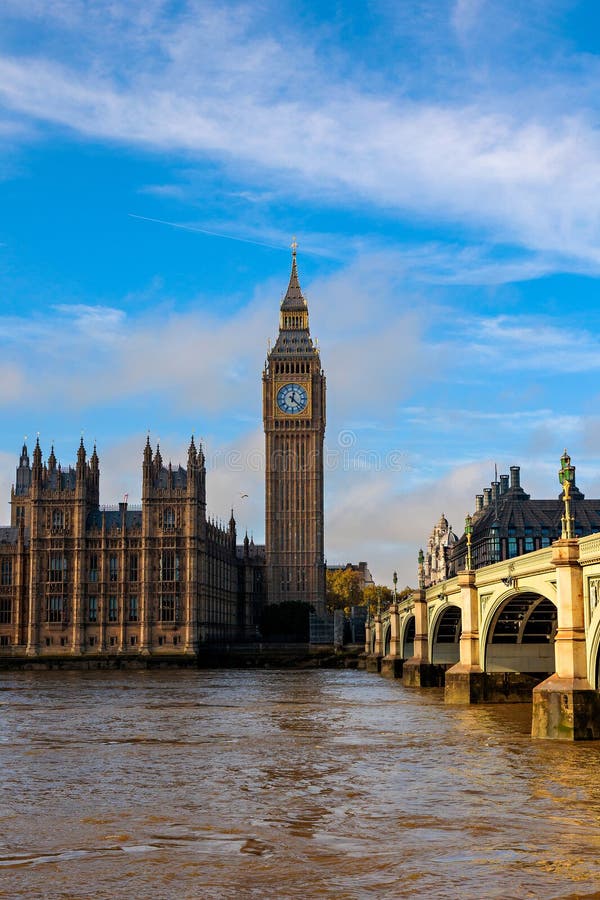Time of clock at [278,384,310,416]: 12:22
